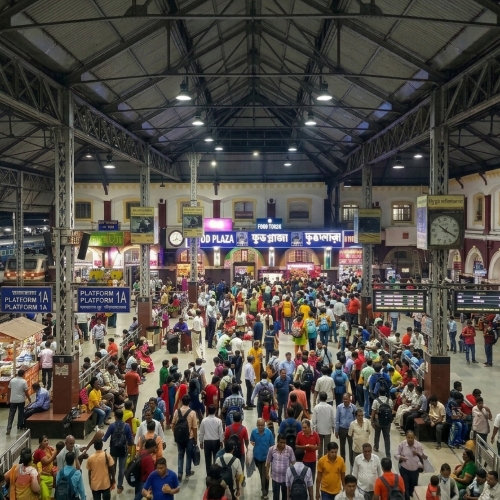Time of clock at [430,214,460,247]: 10:19
